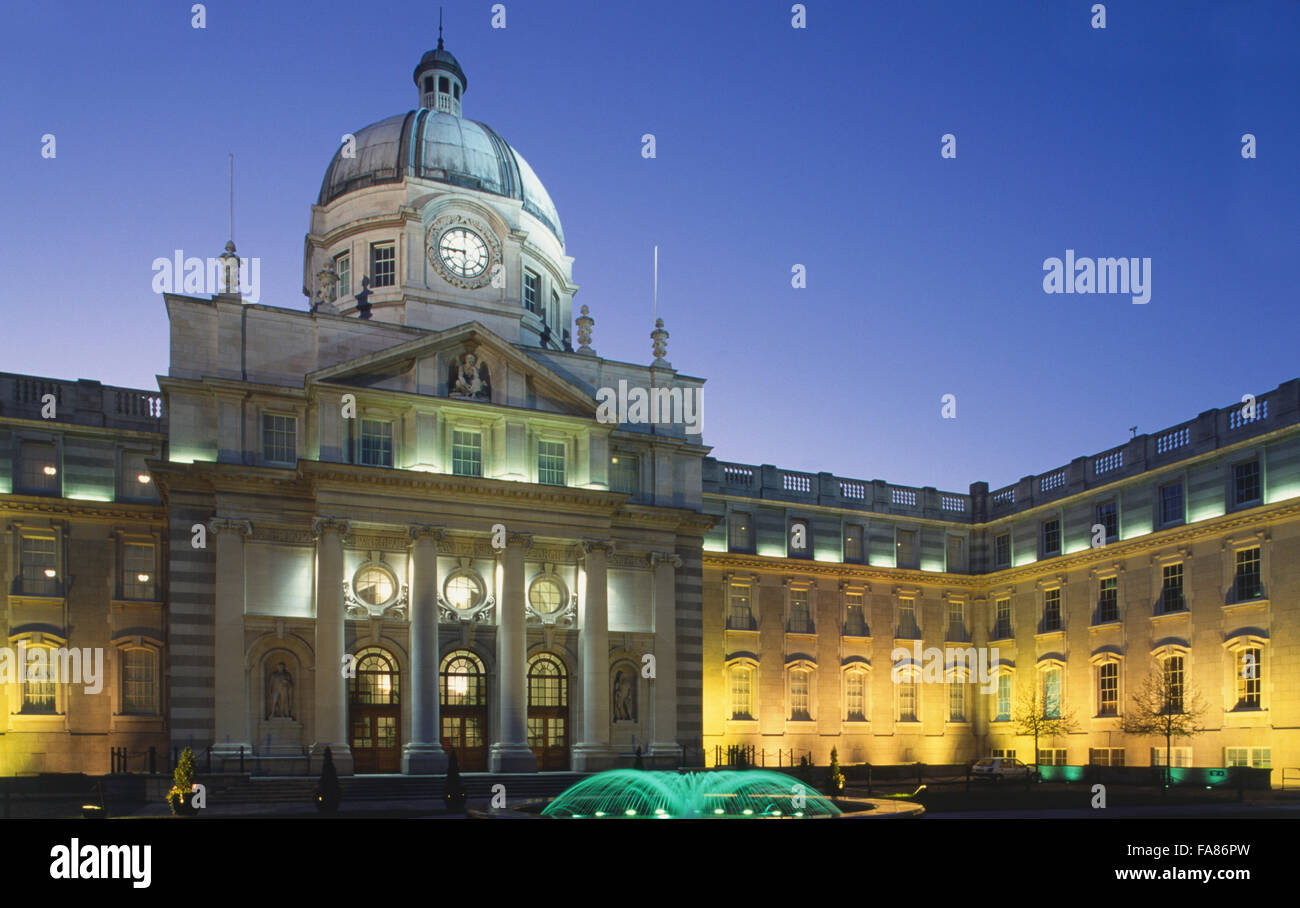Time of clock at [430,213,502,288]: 8:45
